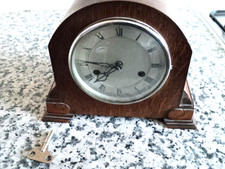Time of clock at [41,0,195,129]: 7:45
